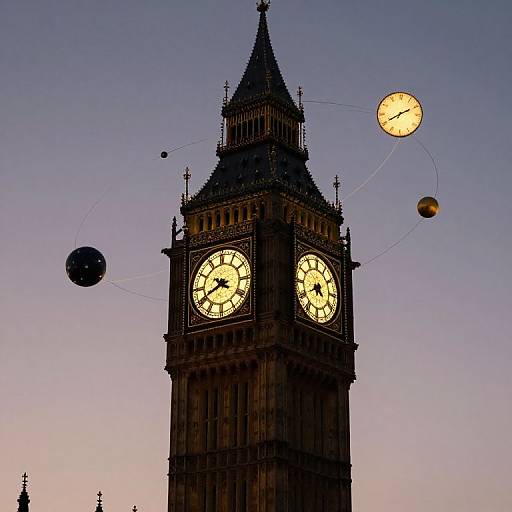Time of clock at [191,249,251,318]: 3:40
